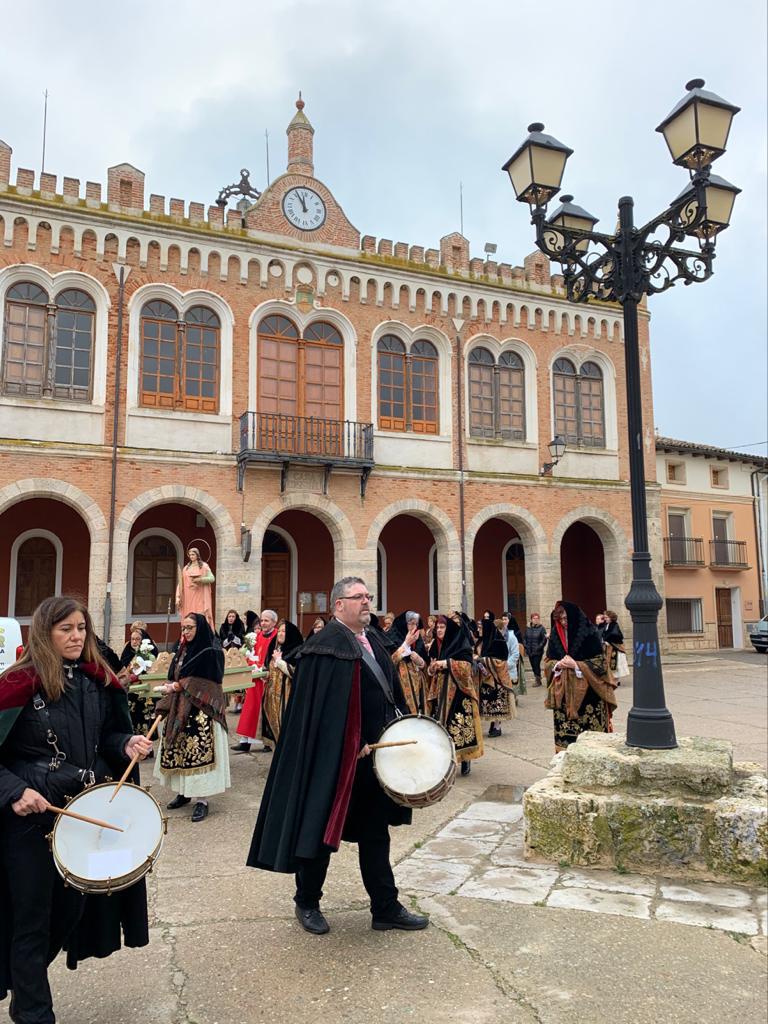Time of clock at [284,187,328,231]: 11:55
